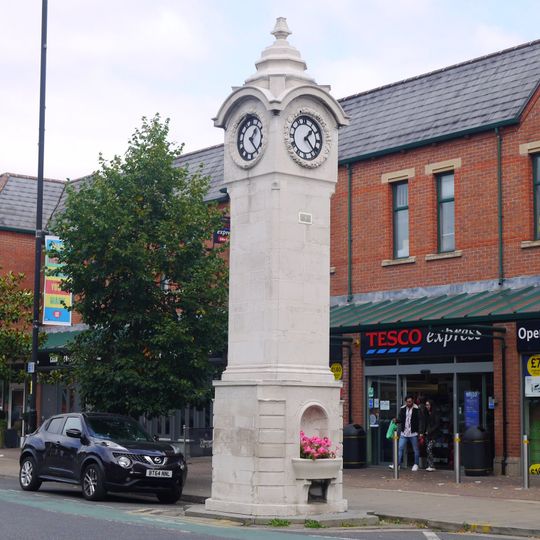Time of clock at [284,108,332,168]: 1:23
